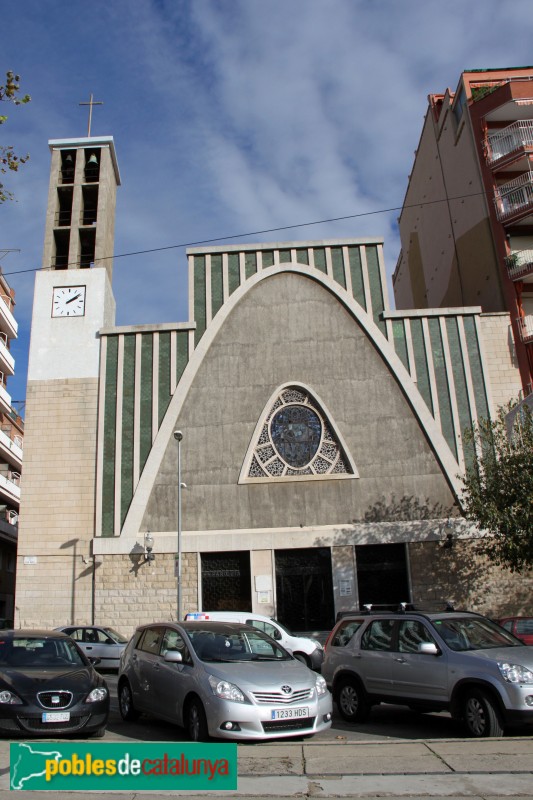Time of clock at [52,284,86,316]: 2:09
